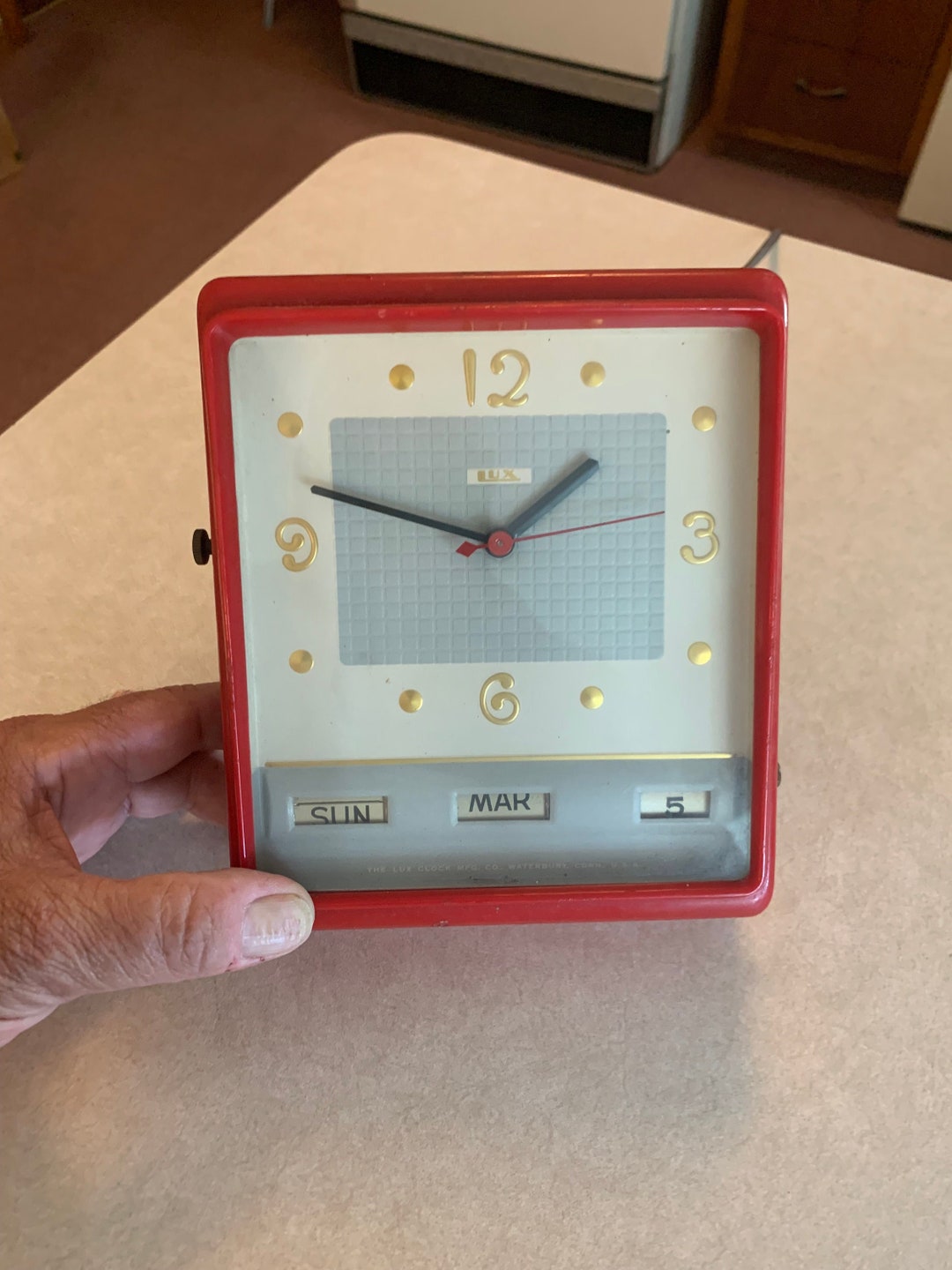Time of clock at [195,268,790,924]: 1:47
